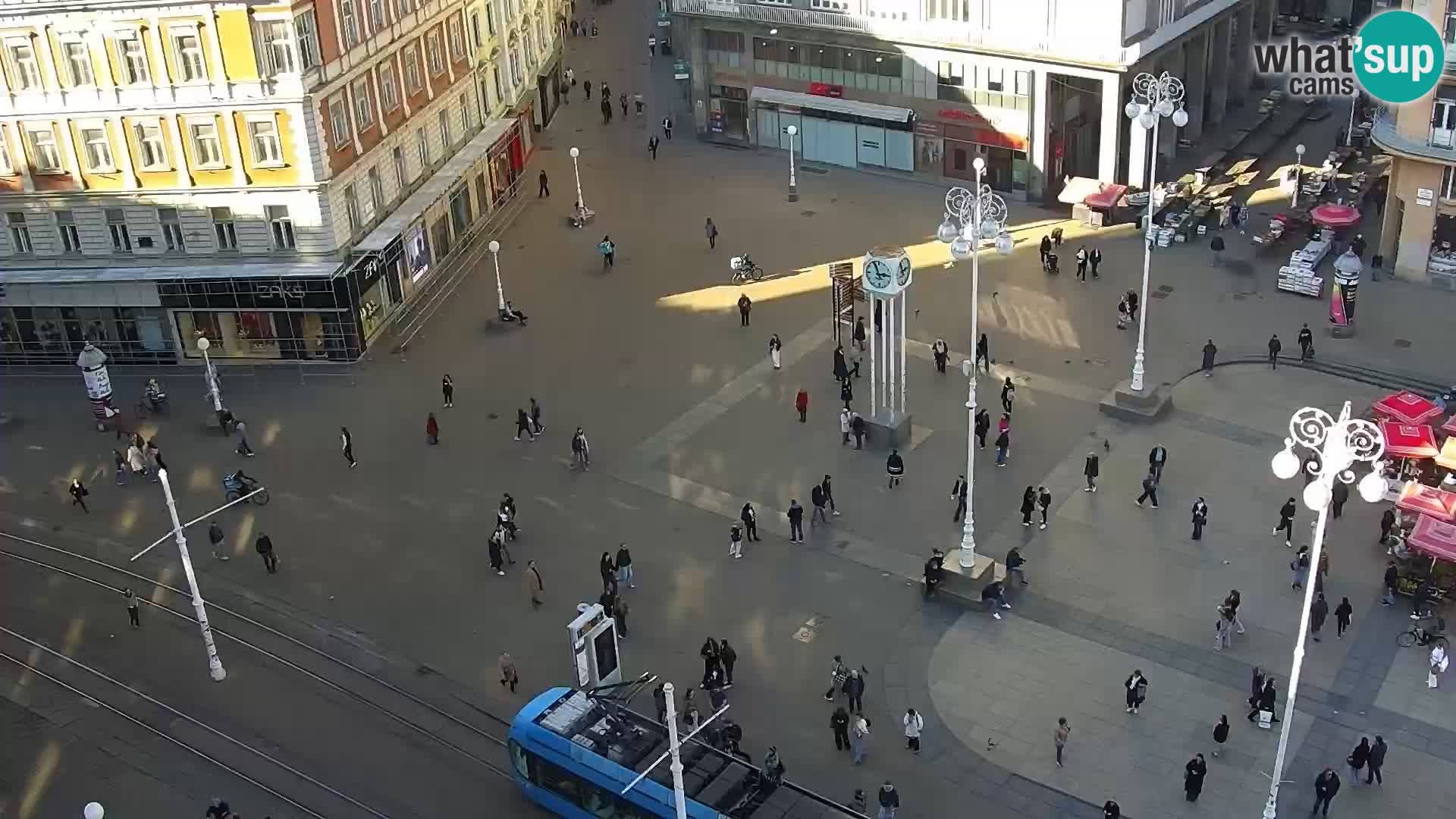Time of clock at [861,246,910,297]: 2:56
